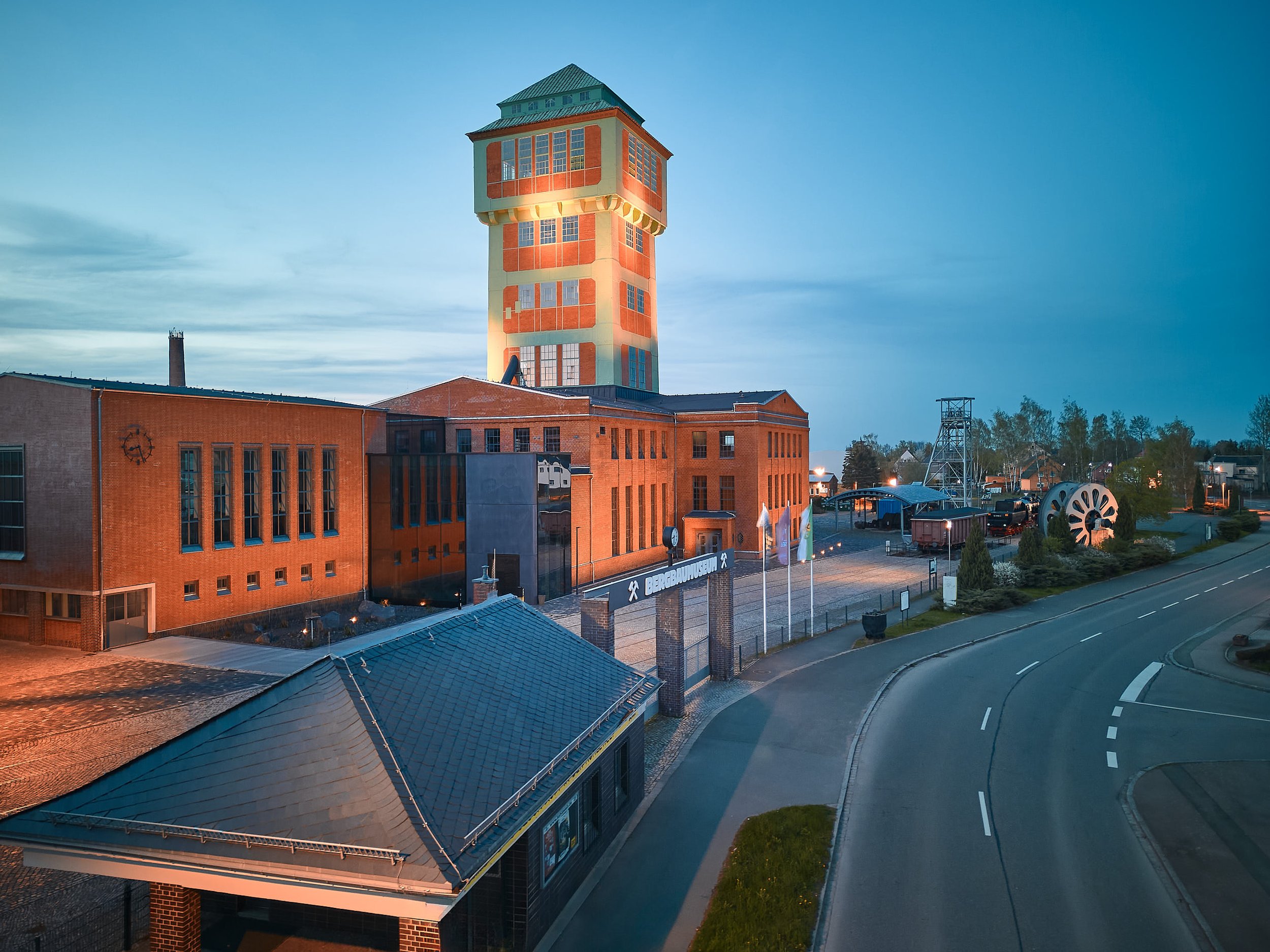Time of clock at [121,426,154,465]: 8:26
